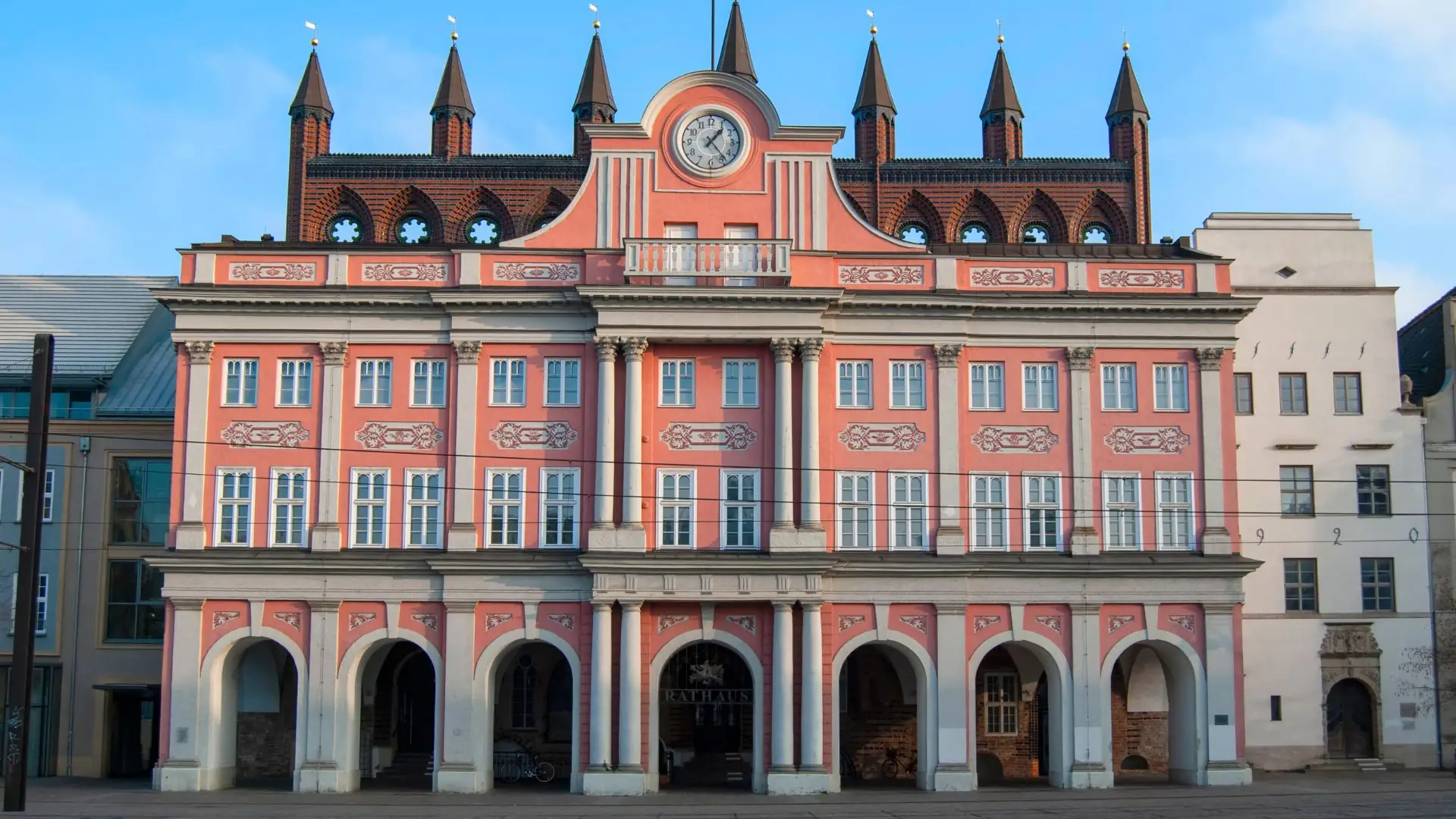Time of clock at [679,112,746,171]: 1:23
